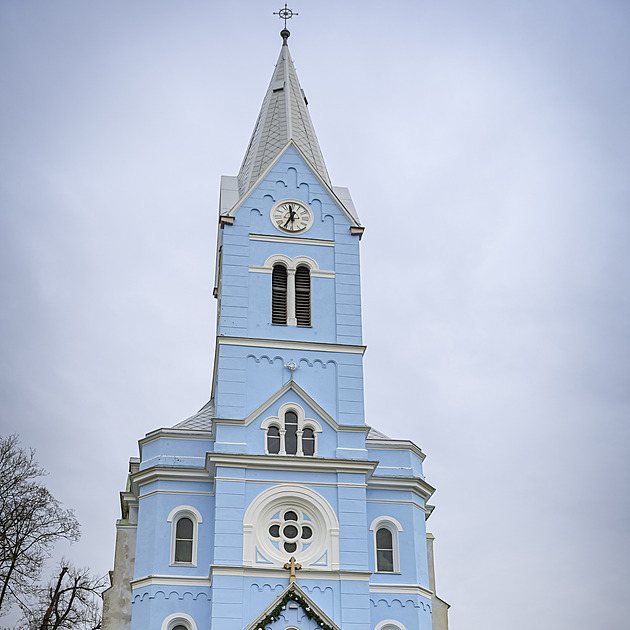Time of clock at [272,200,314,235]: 11:35
